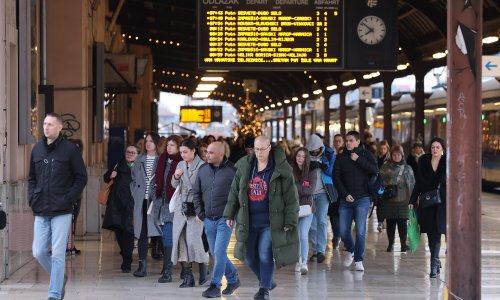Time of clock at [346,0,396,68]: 7:51
